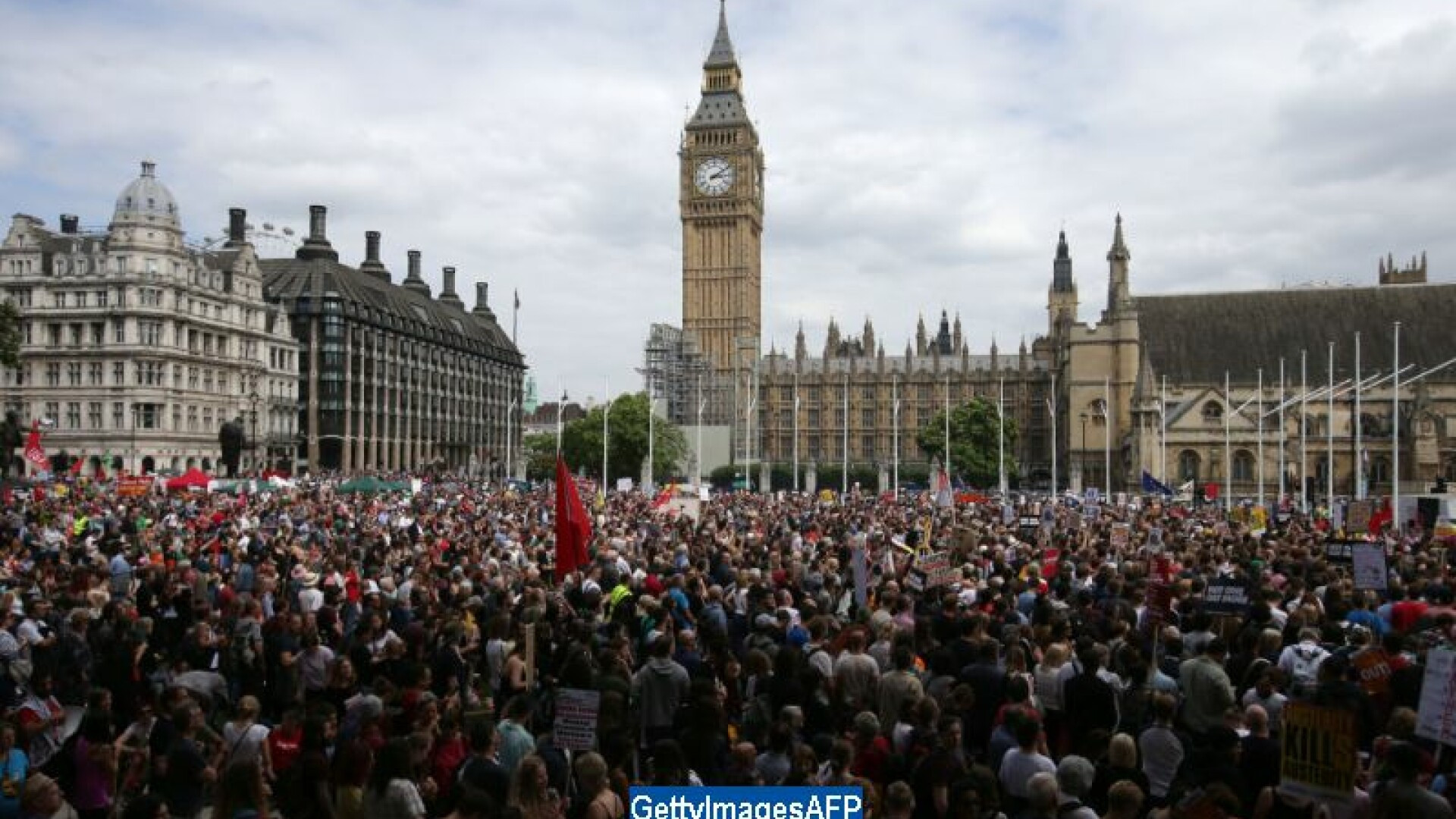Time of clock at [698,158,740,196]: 3:09
